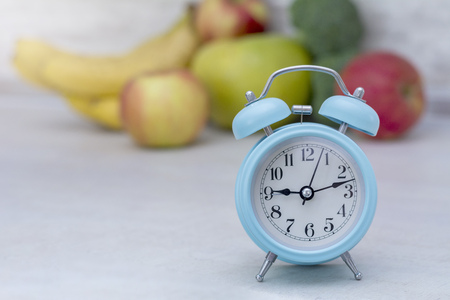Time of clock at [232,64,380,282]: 9:12
